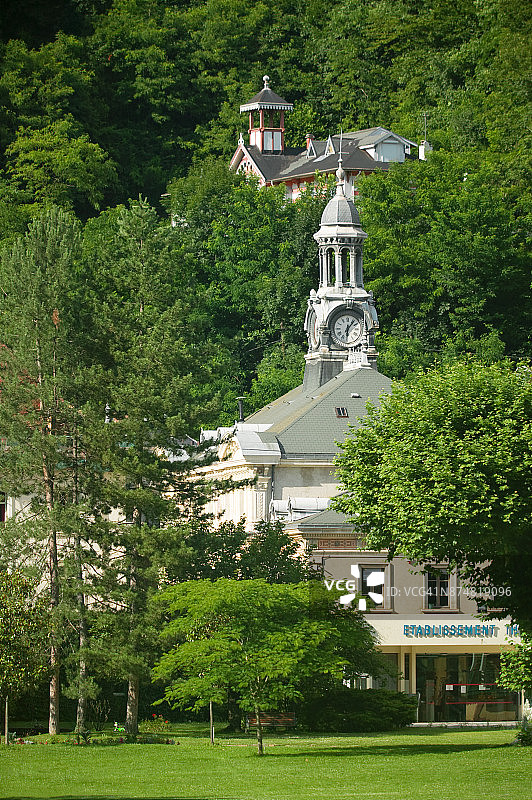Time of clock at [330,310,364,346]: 6:06
